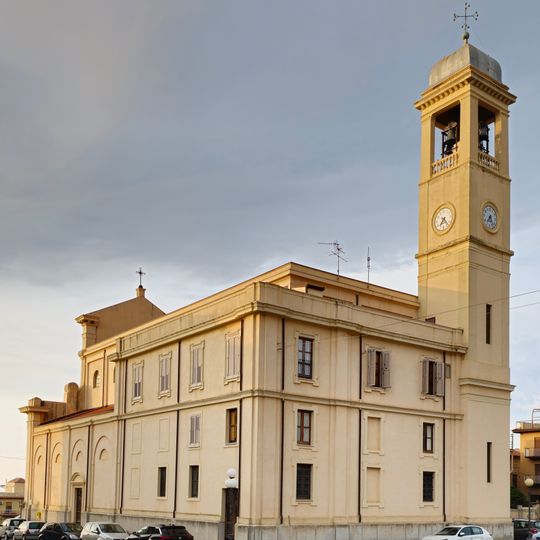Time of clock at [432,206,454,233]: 7:23
